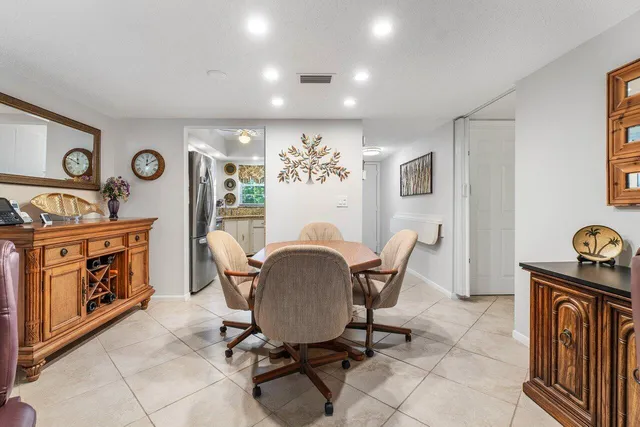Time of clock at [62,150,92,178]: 11:49
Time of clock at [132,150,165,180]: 12:09
